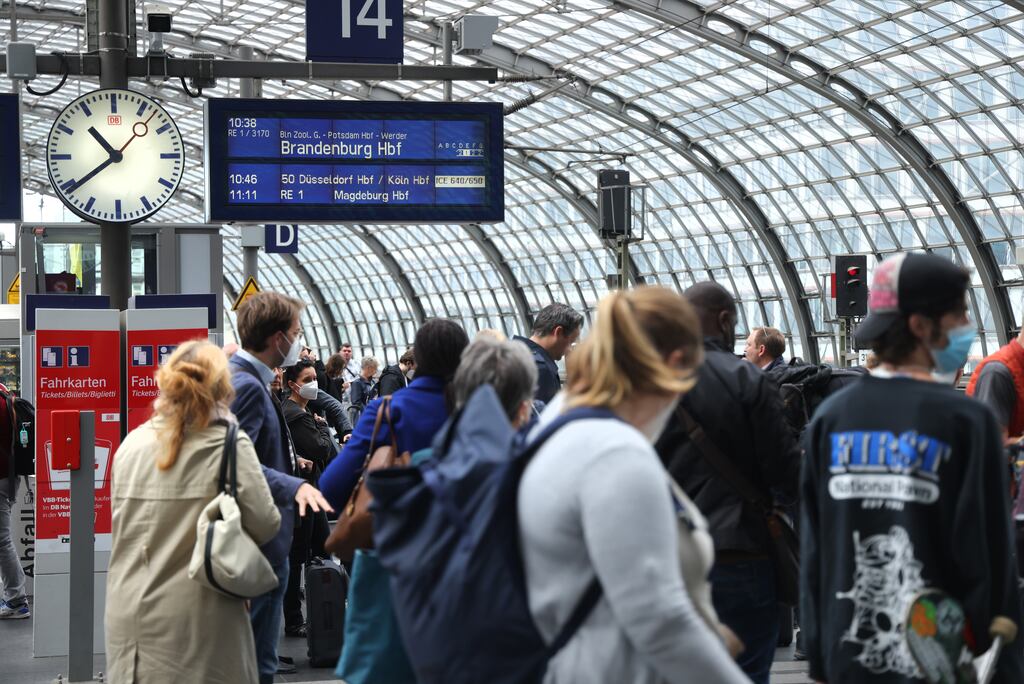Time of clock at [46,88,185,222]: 10:38
